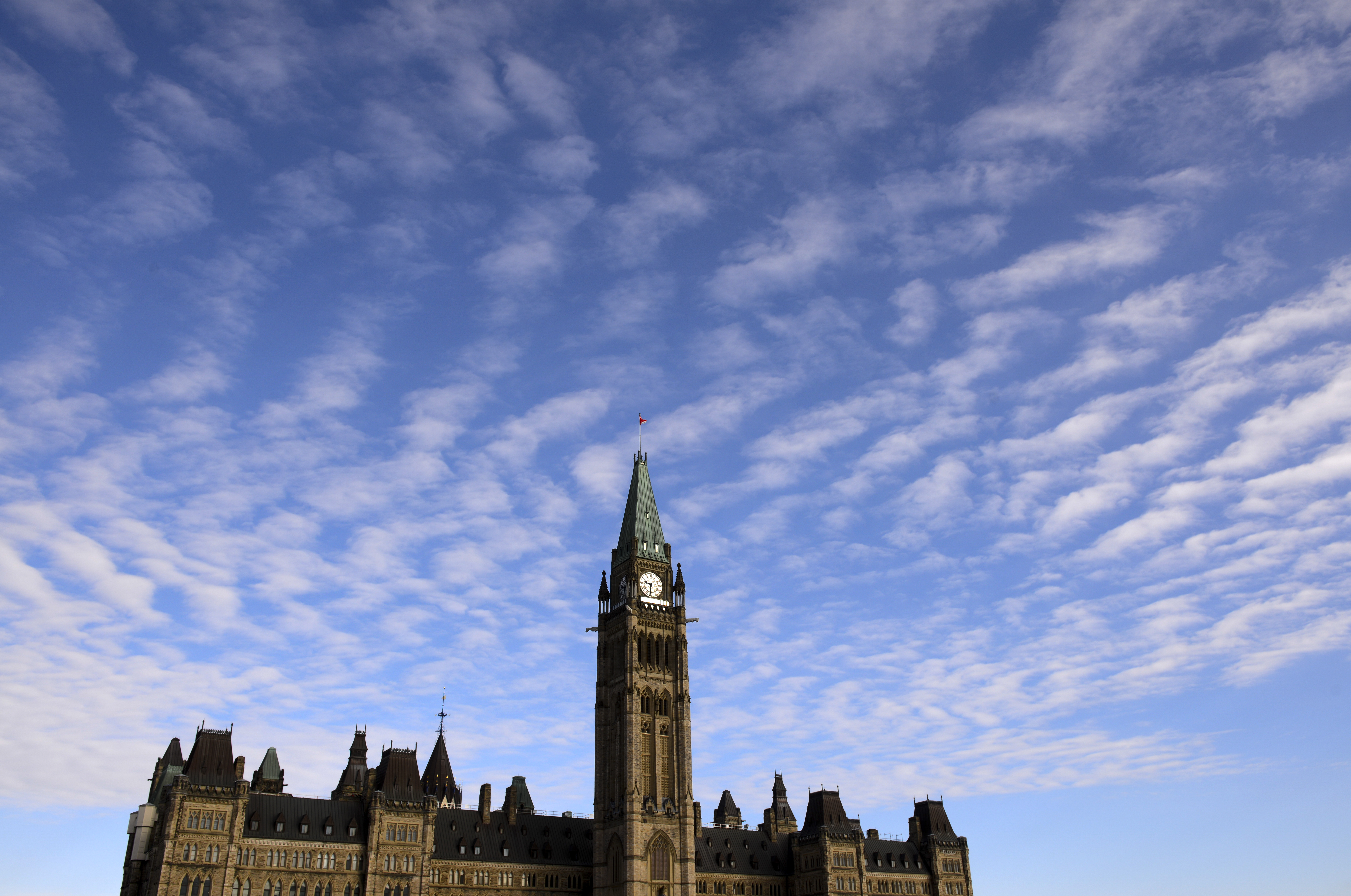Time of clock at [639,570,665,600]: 9:31
